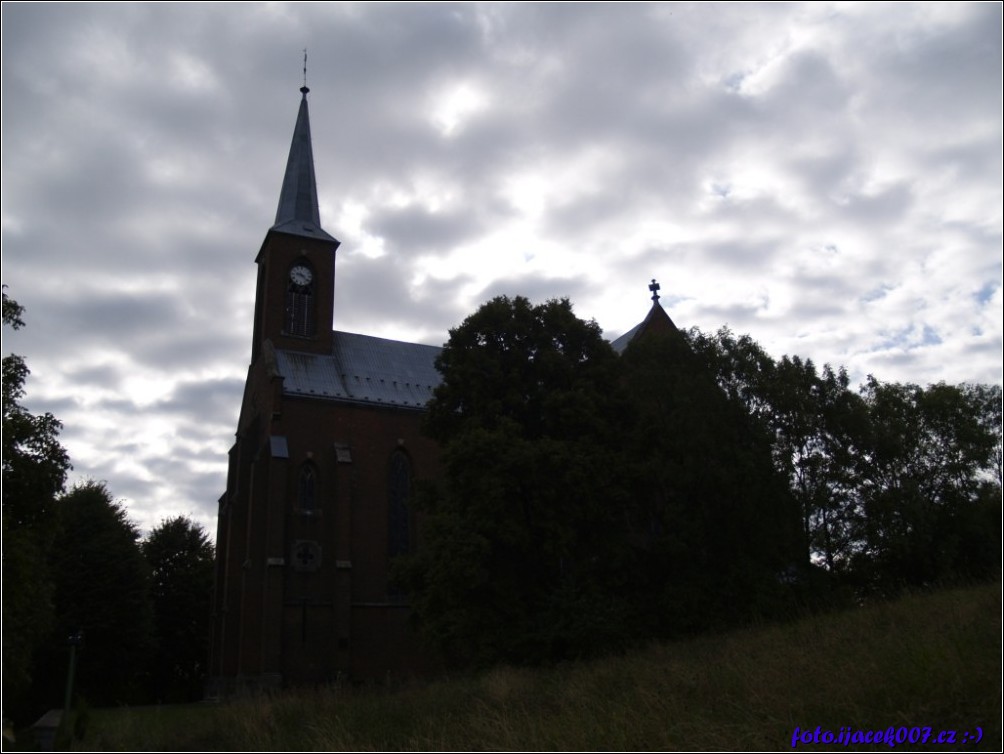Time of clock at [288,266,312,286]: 9:22
